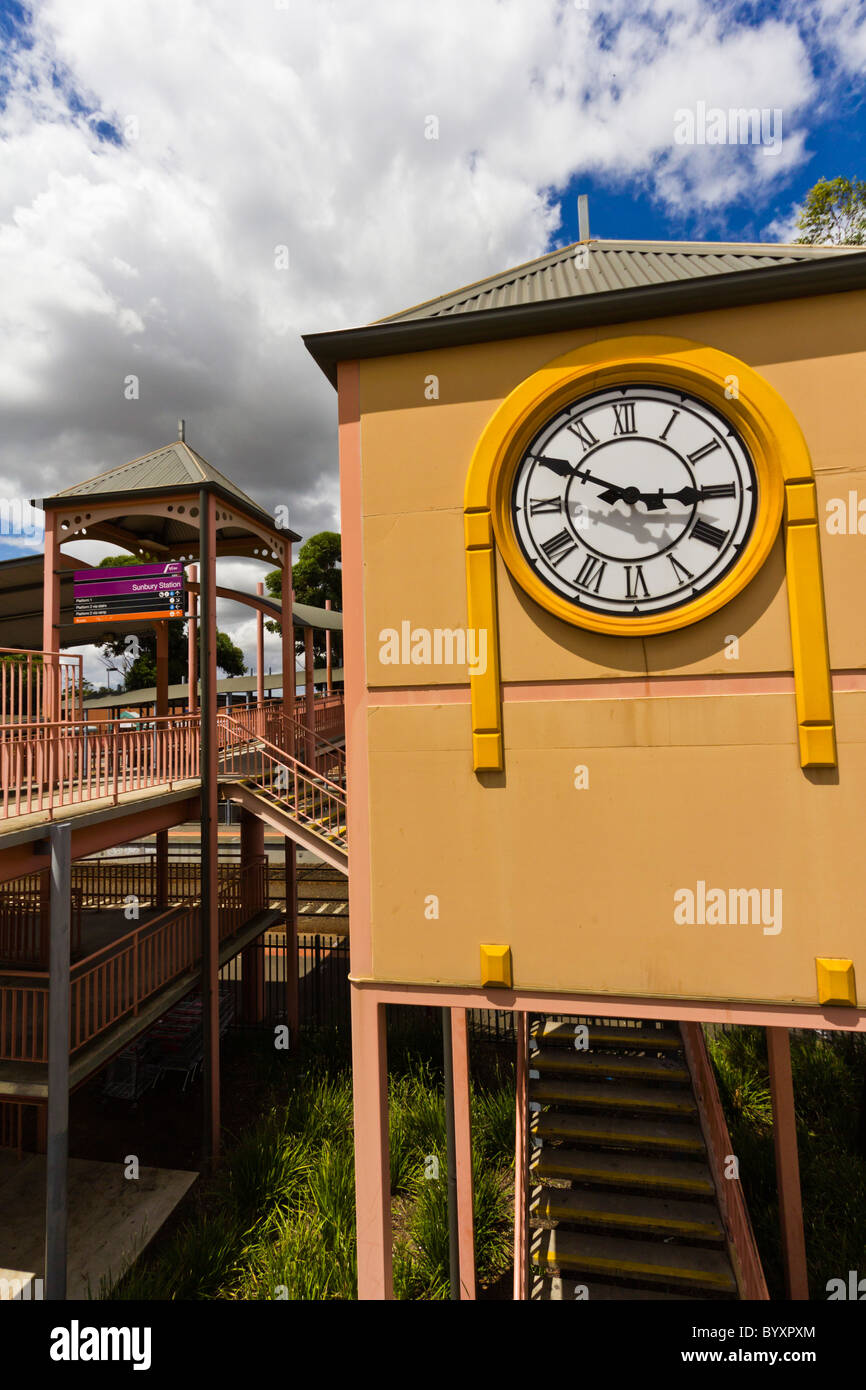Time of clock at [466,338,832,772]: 2:49
